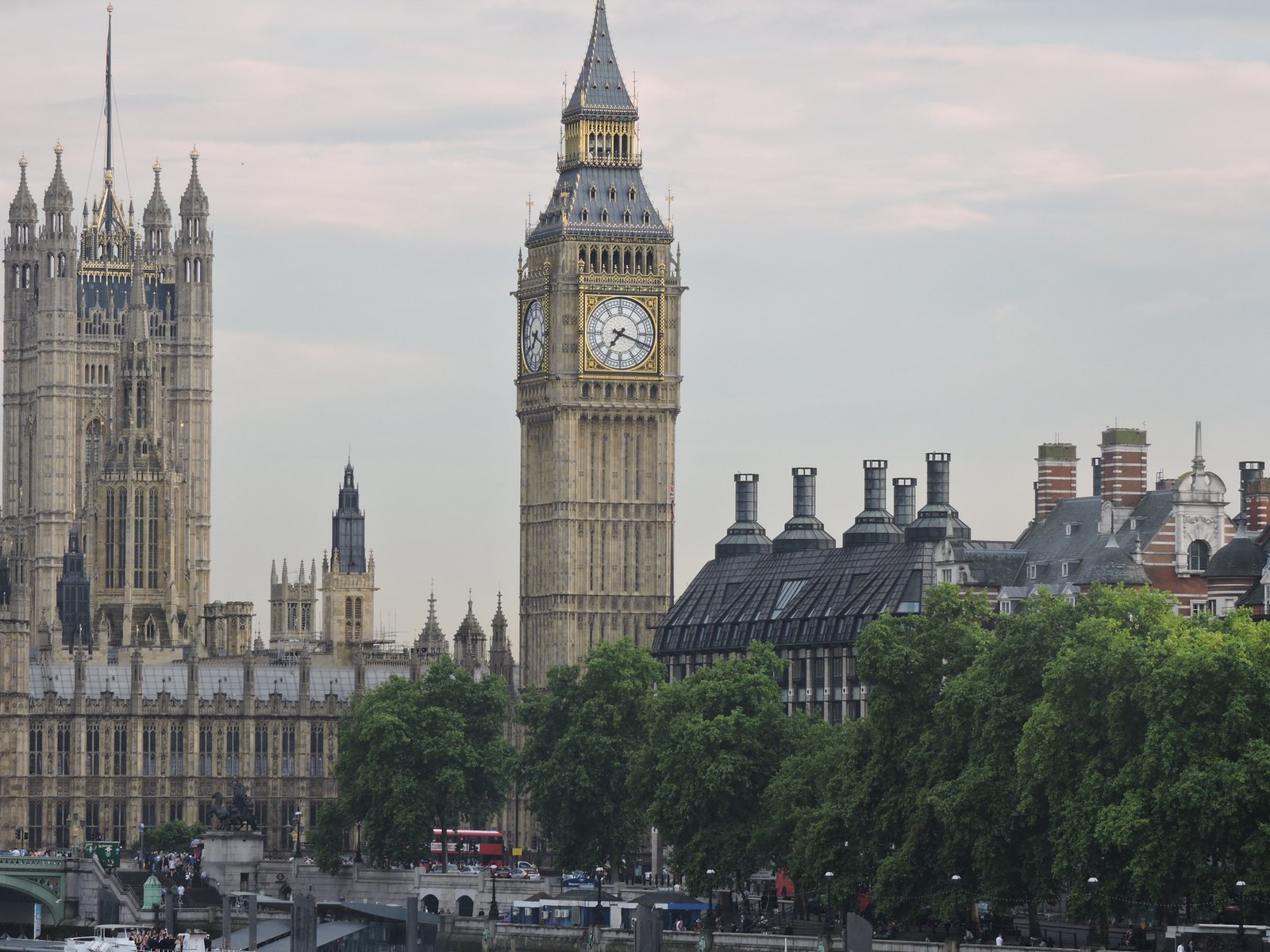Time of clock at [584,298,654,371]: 7:18
